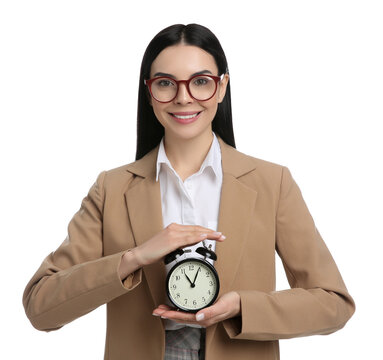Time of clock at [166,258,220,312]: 11:04
